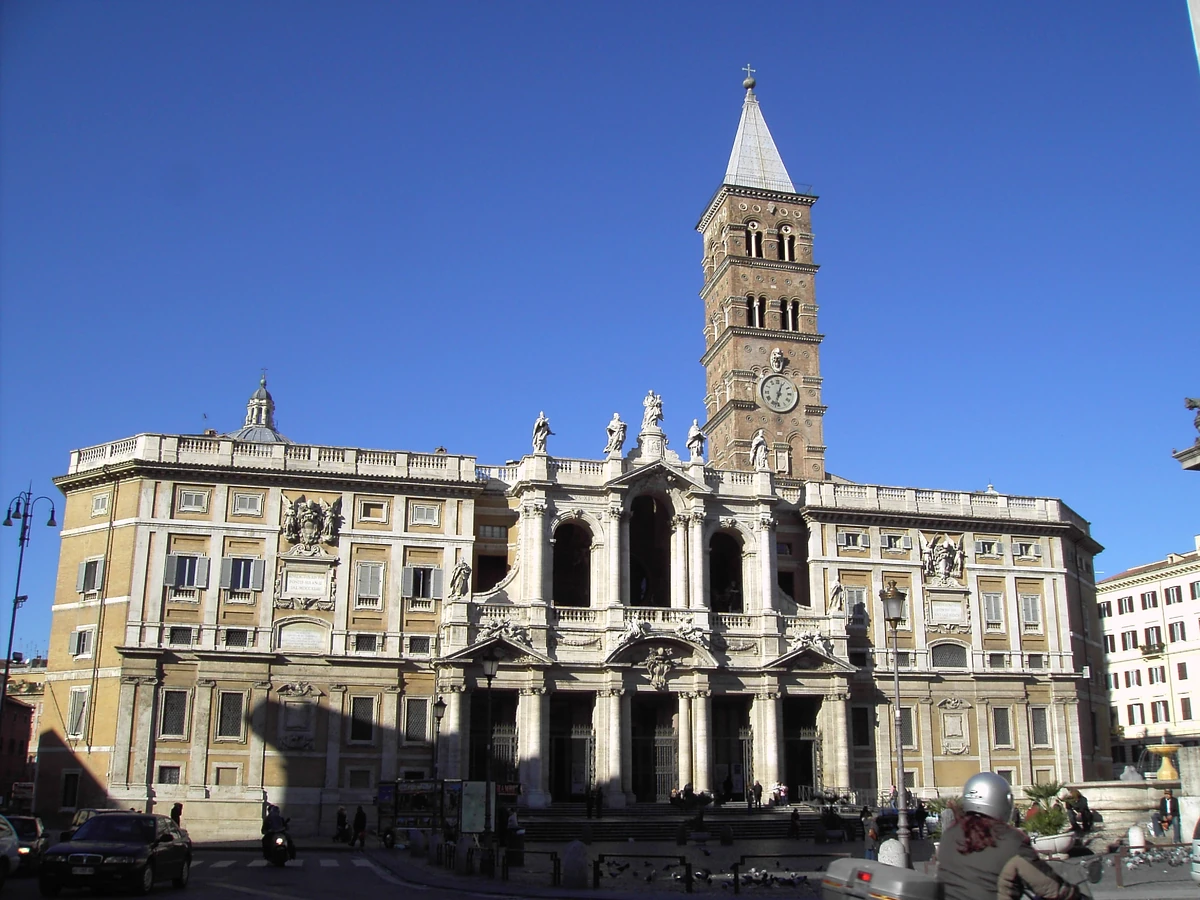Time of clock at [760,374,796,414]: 12:32
